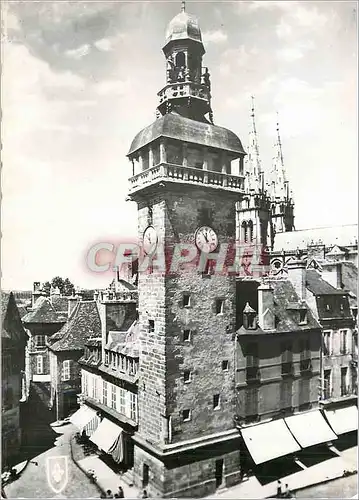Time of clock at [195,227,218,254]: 11:53
